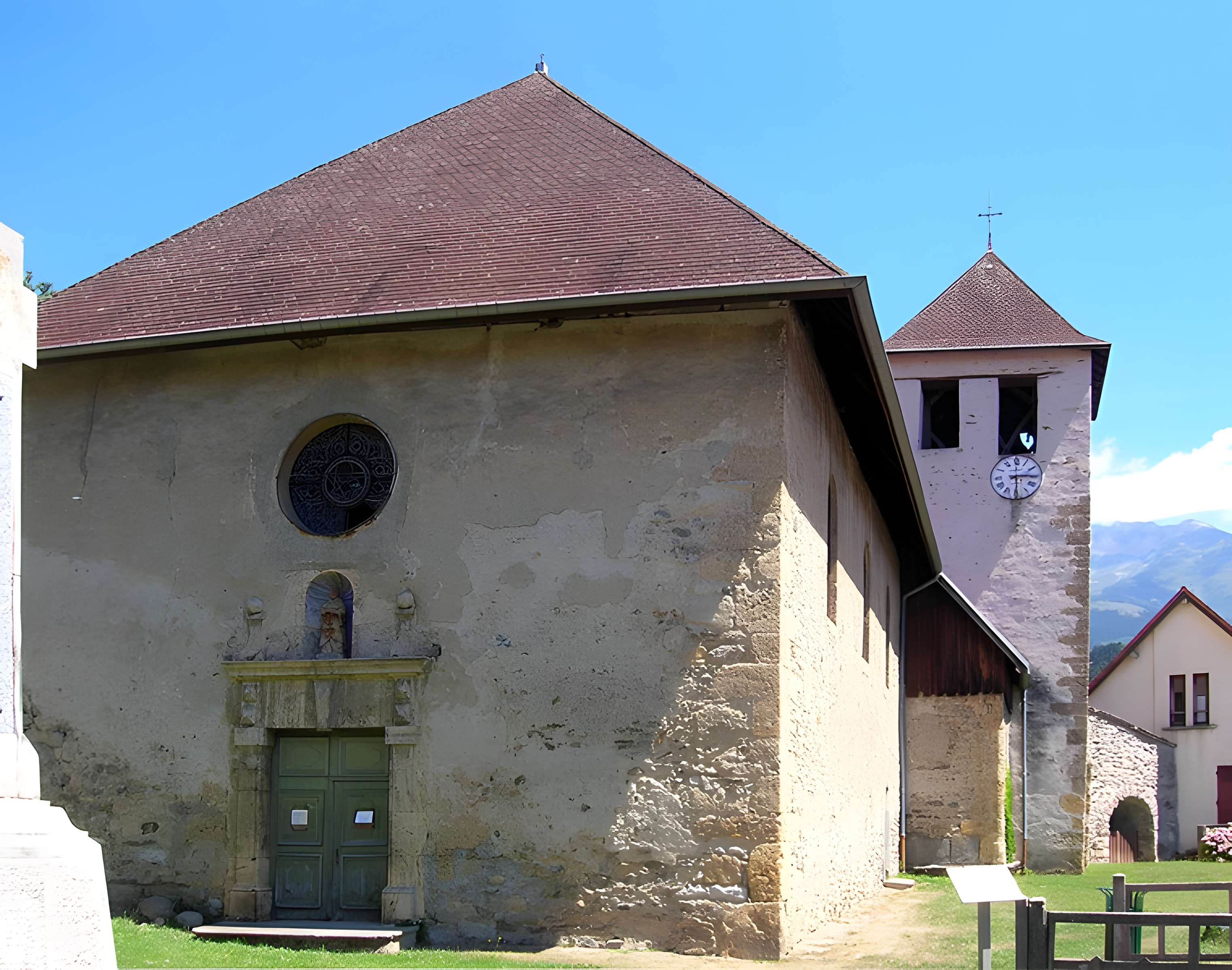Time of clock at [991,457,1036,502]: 2:29
